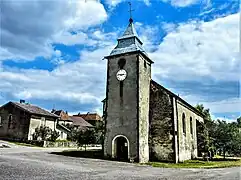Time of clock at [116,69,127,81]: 2:46
